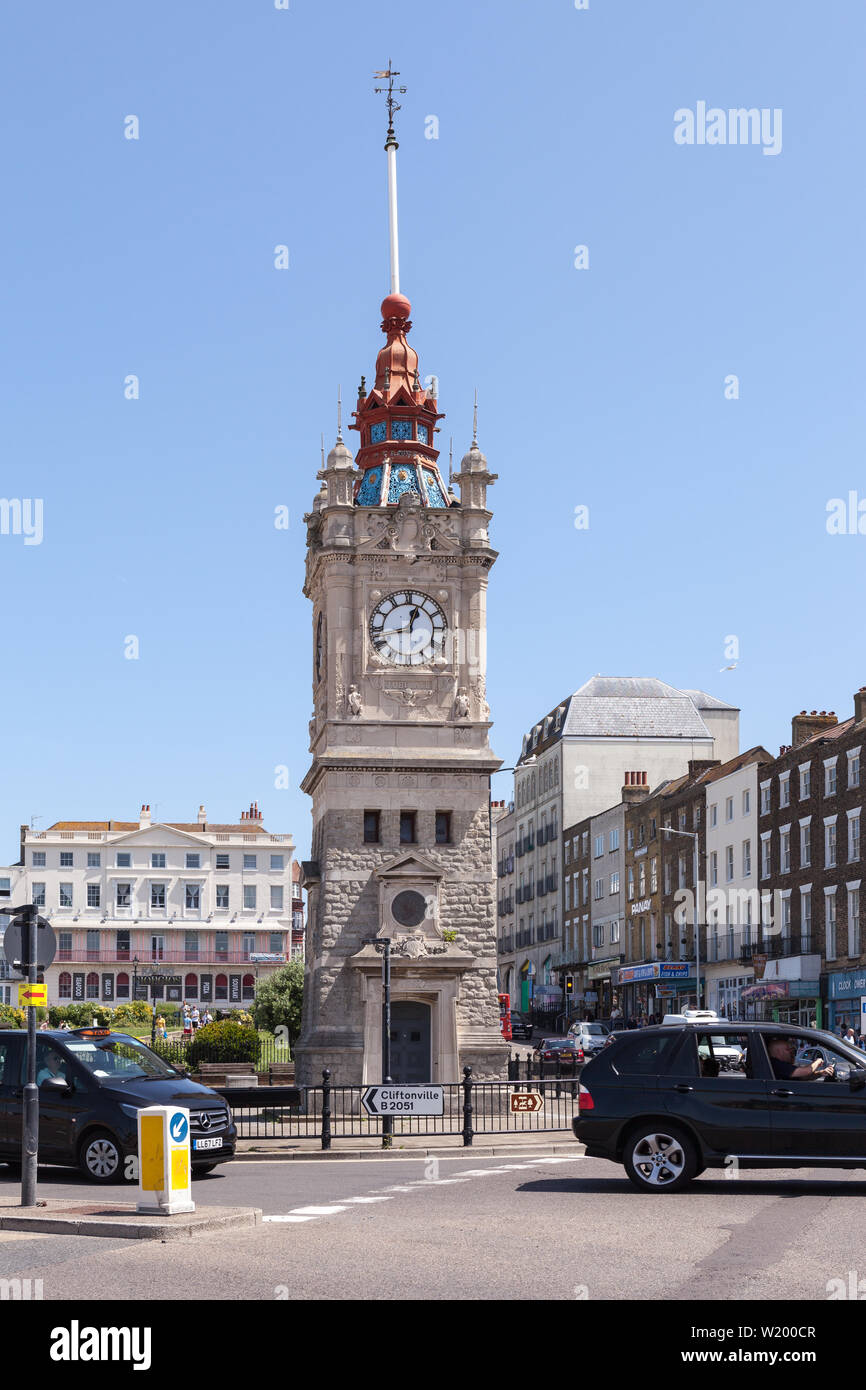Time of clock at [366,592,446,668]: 12:42
